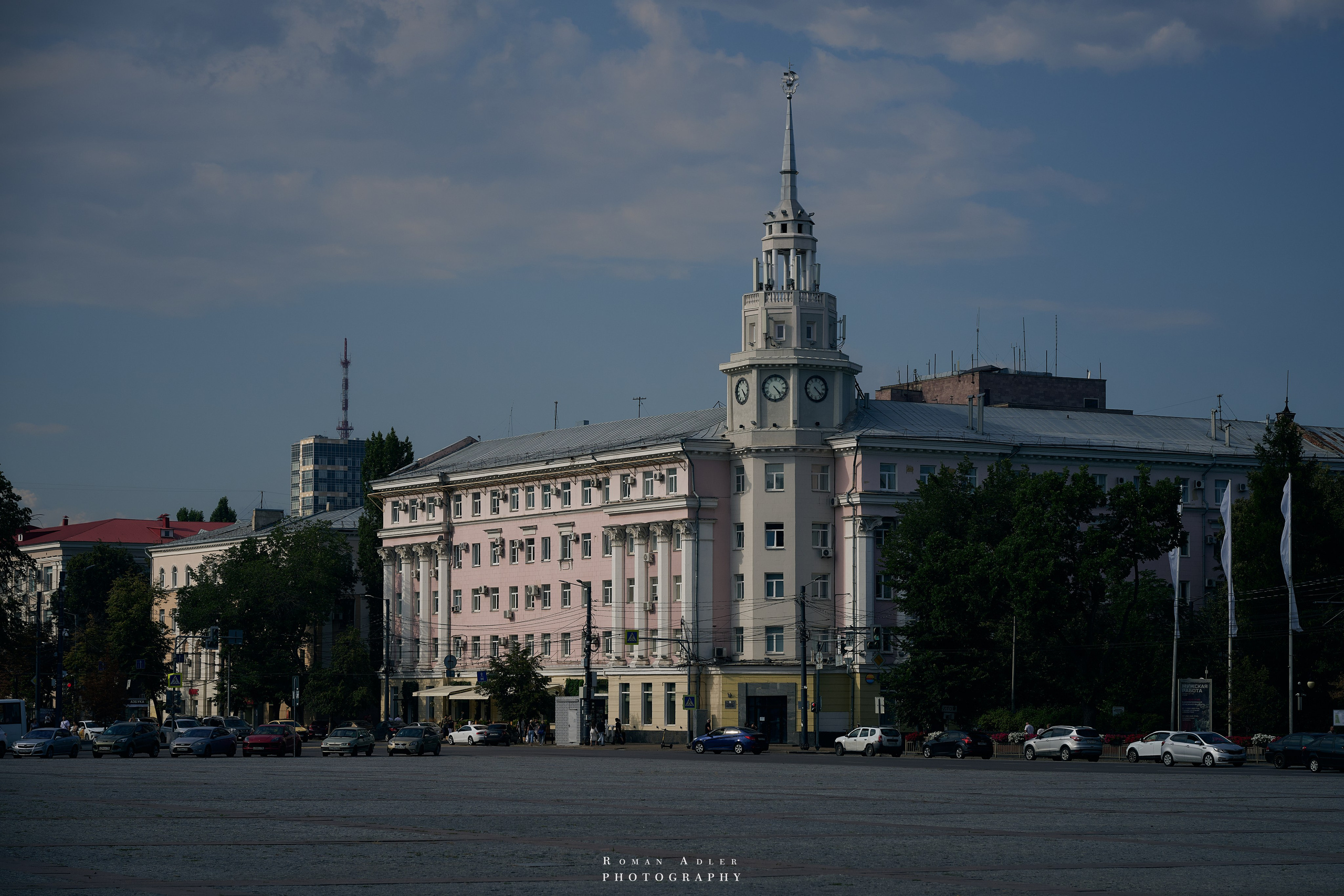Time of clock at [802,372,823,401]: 4:22
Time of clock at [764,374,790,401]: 4:23
